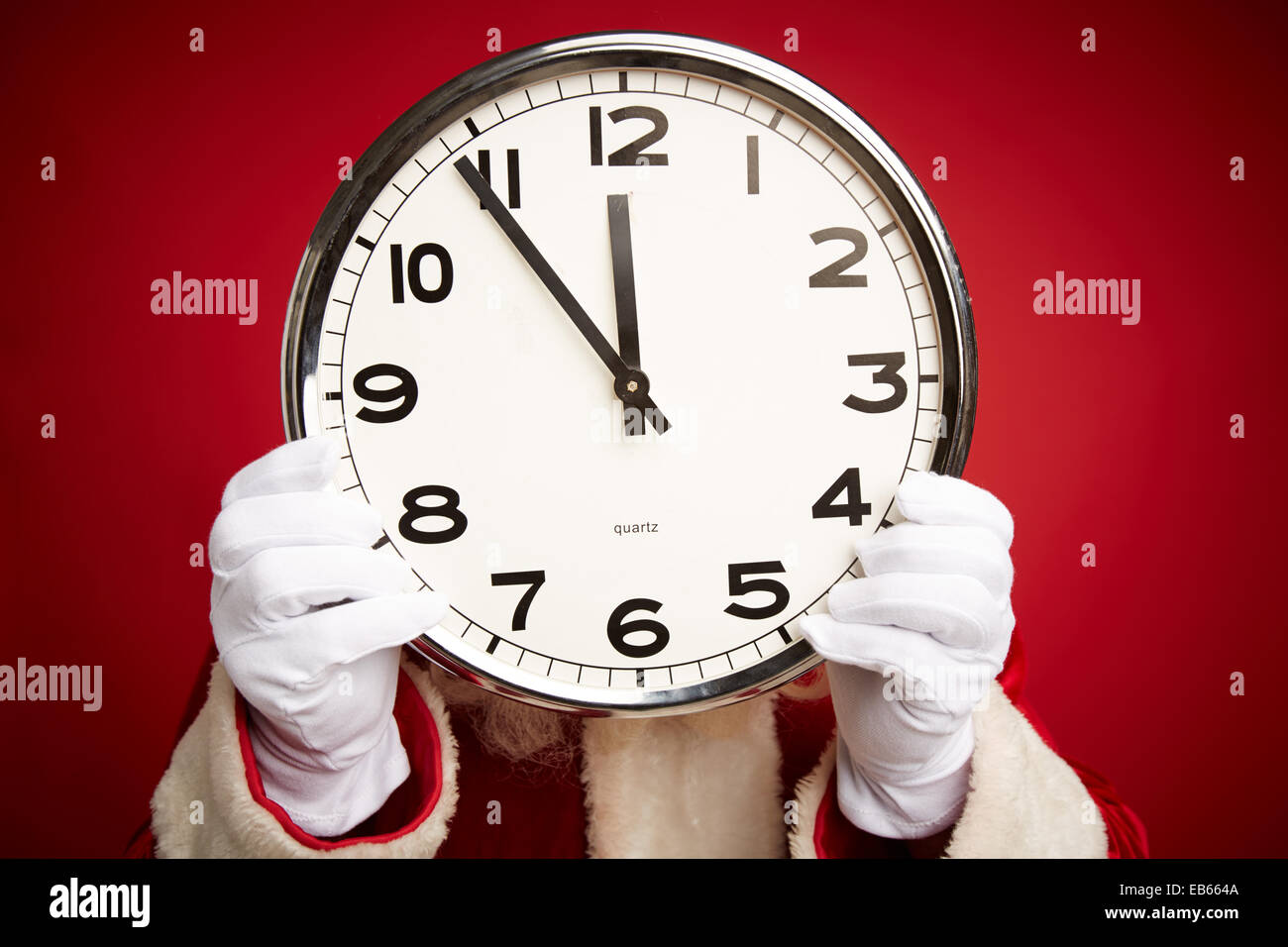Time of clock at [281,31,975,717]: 11:53
